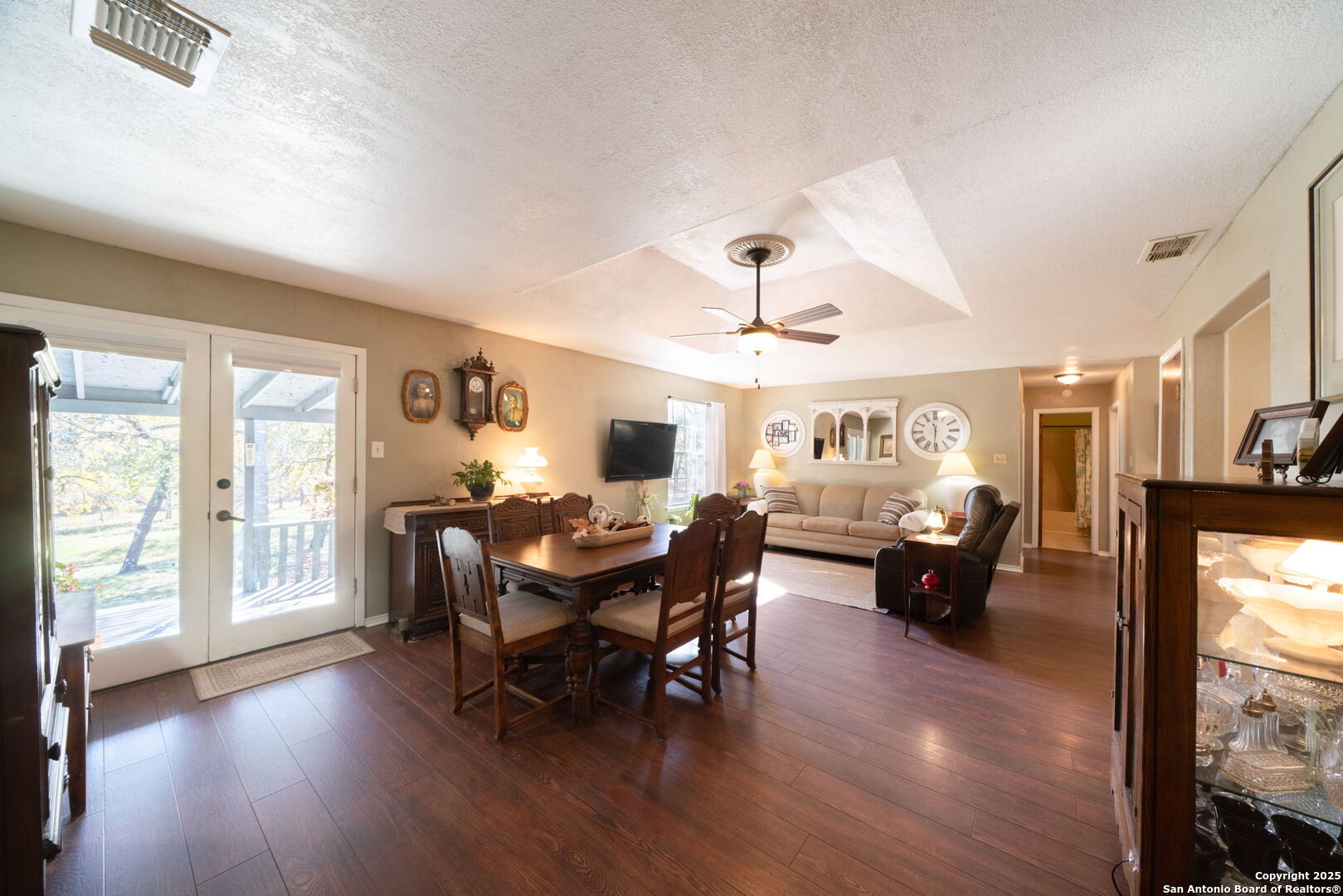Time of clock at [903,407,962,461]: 11:31
